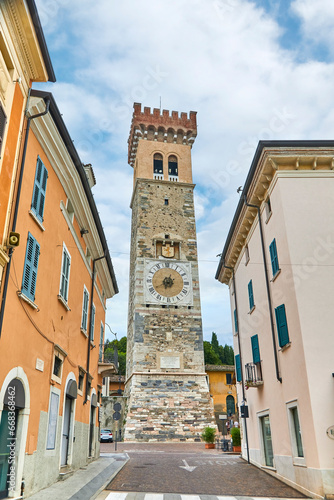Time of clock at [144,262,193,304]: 6:40
